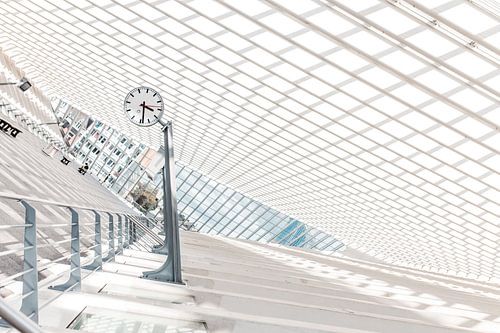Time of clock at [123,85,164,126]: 3:28
